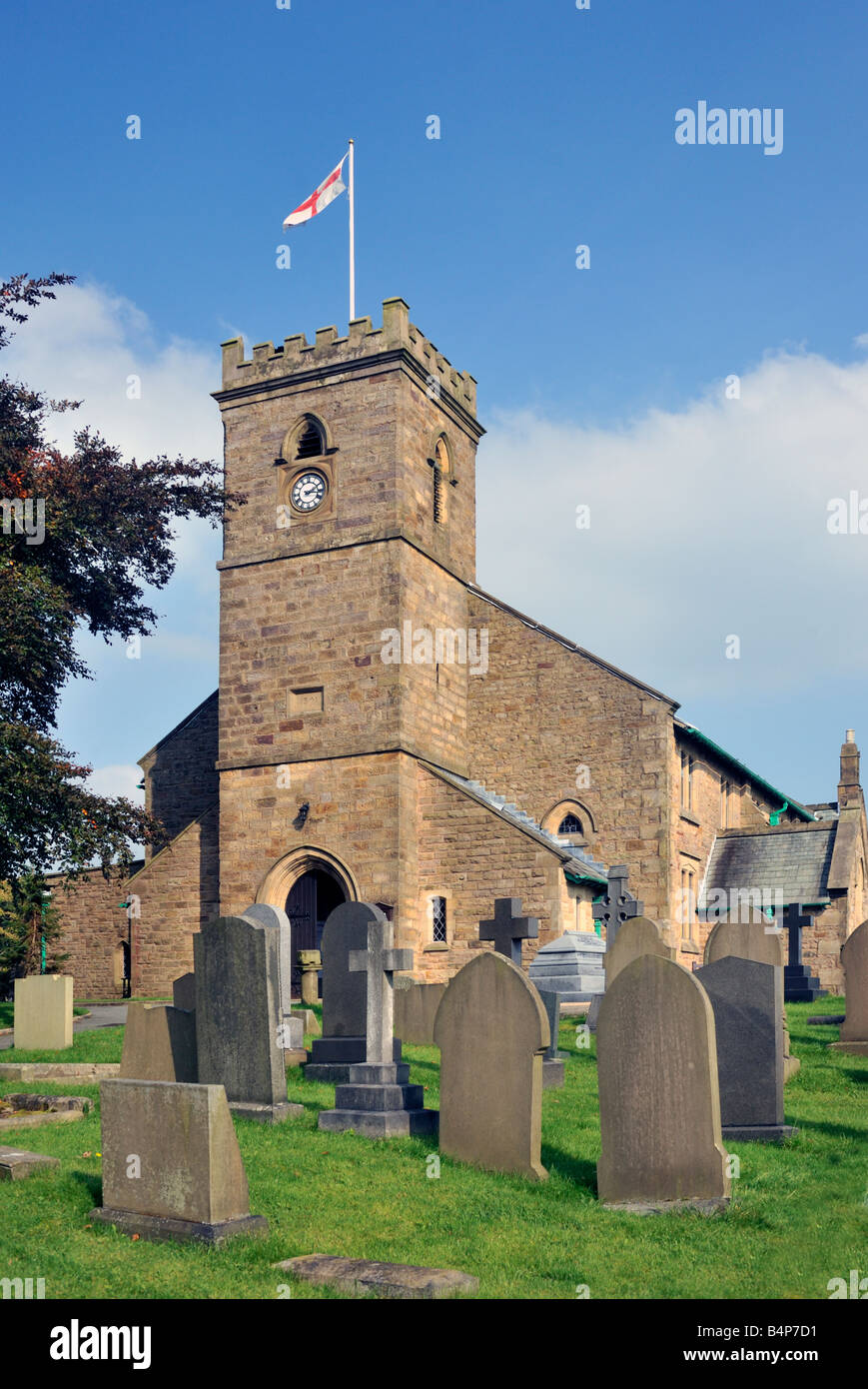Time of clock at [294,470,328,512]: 2:16
